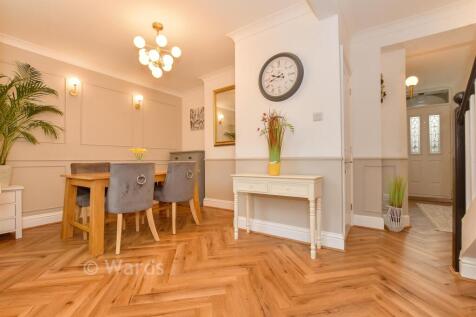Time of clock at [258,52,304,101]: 9:42
